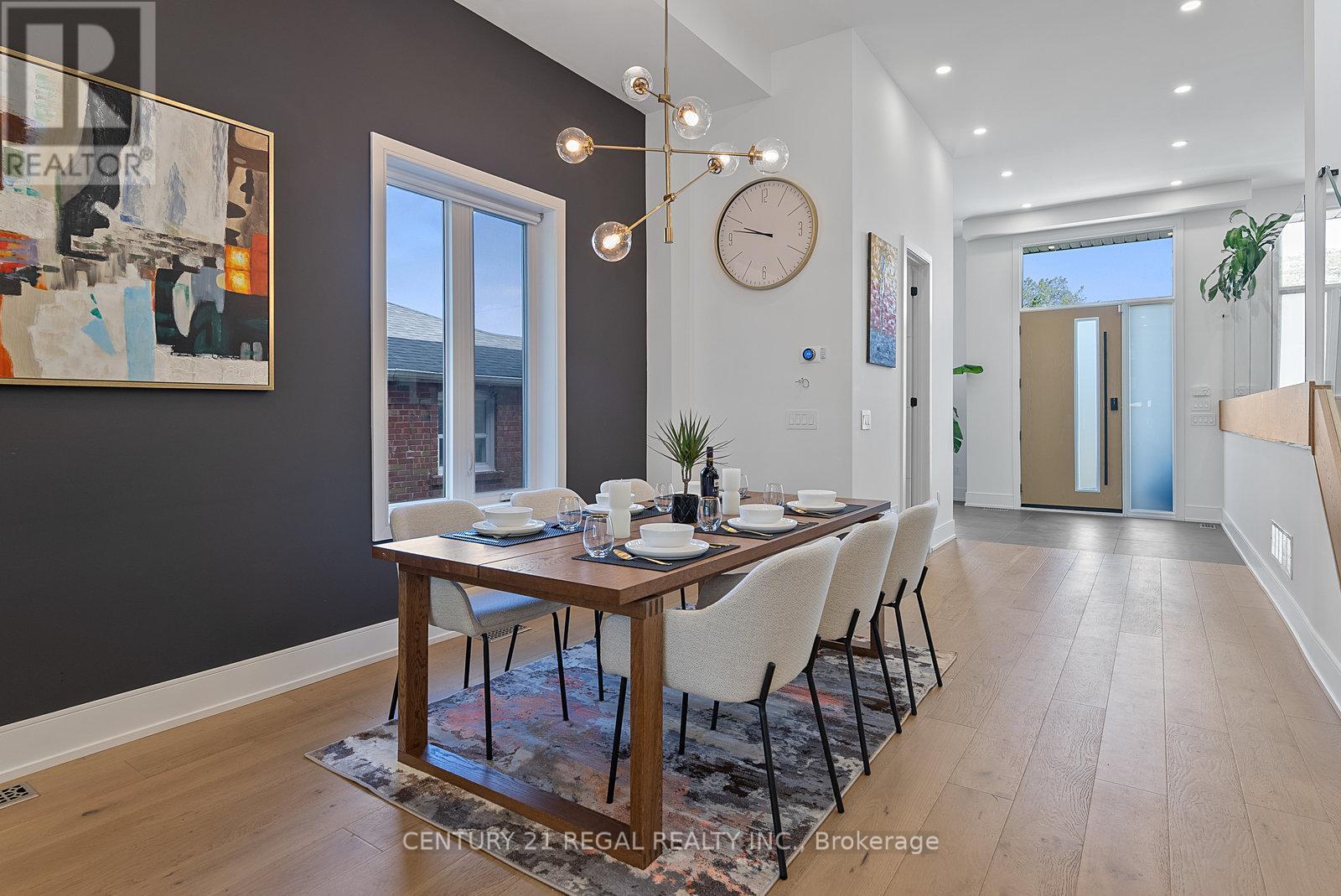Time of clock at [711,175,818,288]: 9:47
